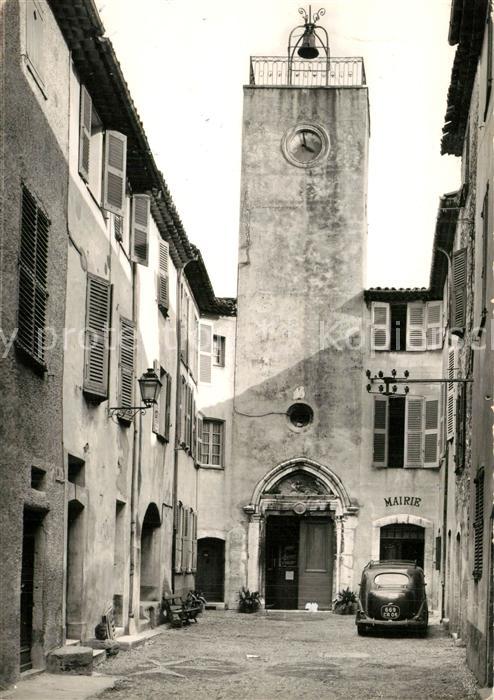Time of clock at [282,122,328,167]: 3:58
